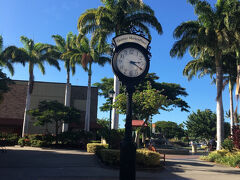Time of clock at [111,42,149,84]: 3:20
